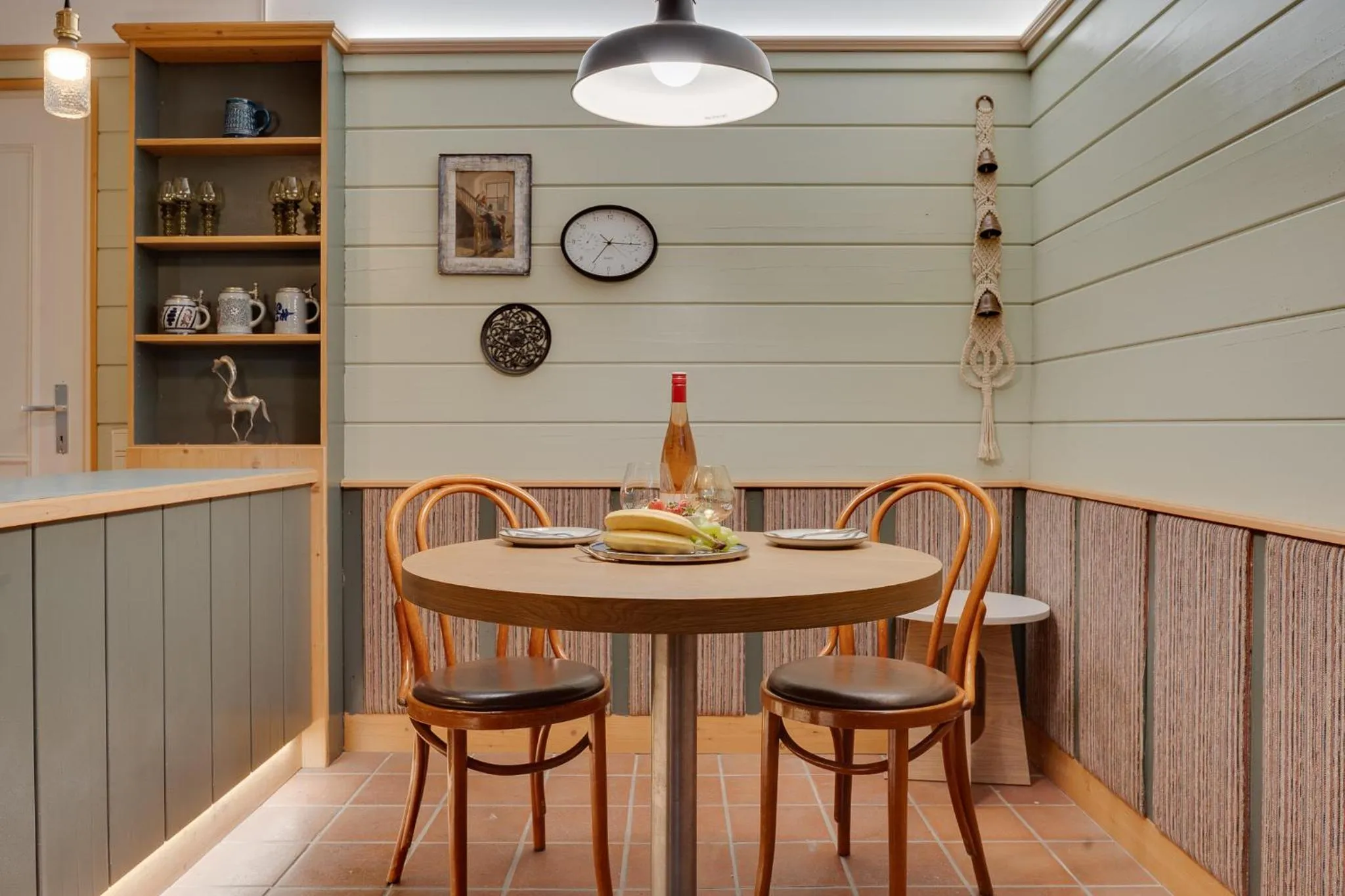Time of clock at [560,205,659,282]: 7:15
